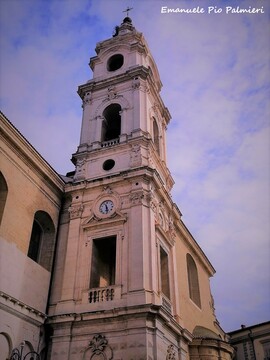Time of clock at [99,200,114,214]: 11:28
